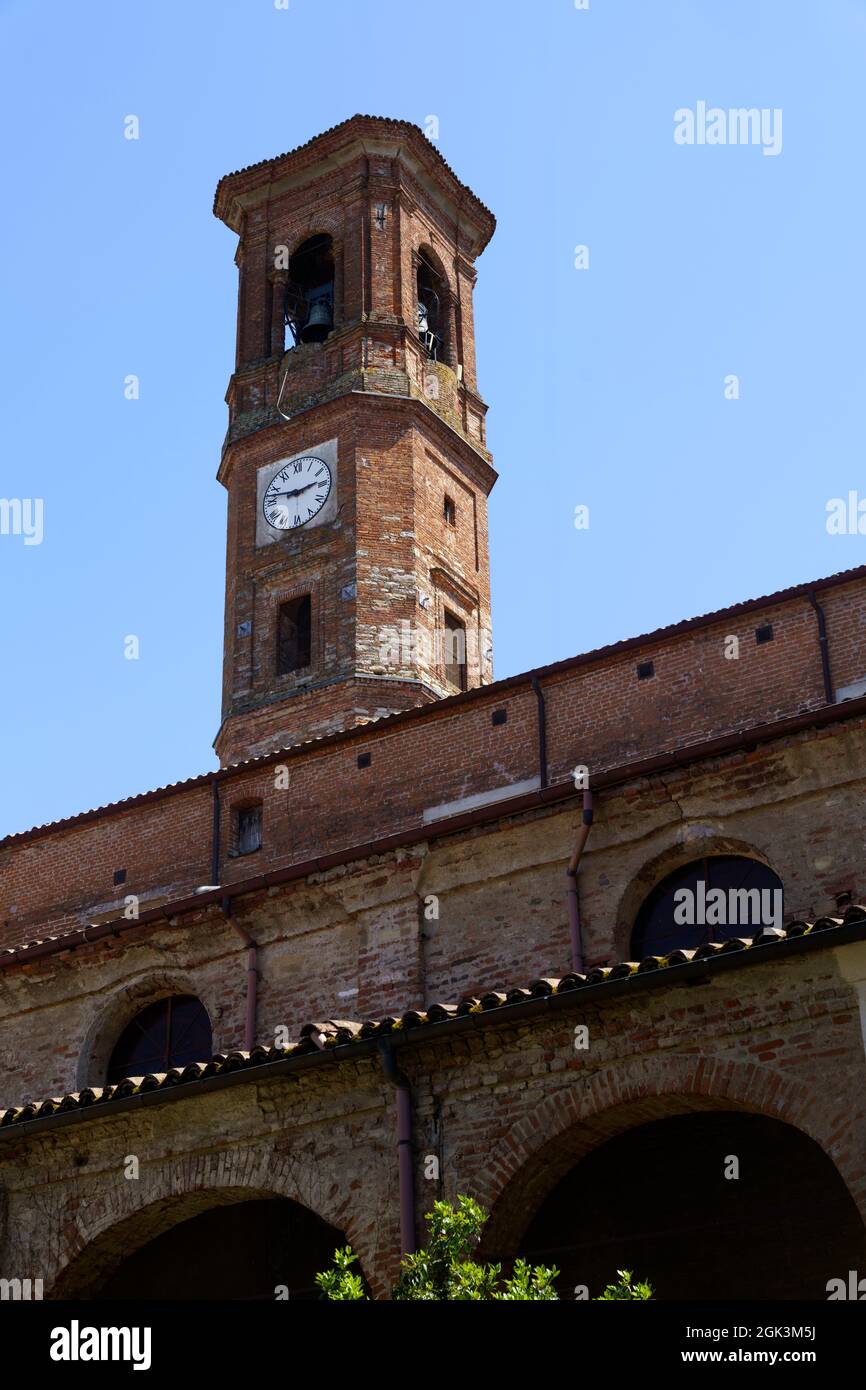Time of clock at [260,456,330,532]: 2:47
